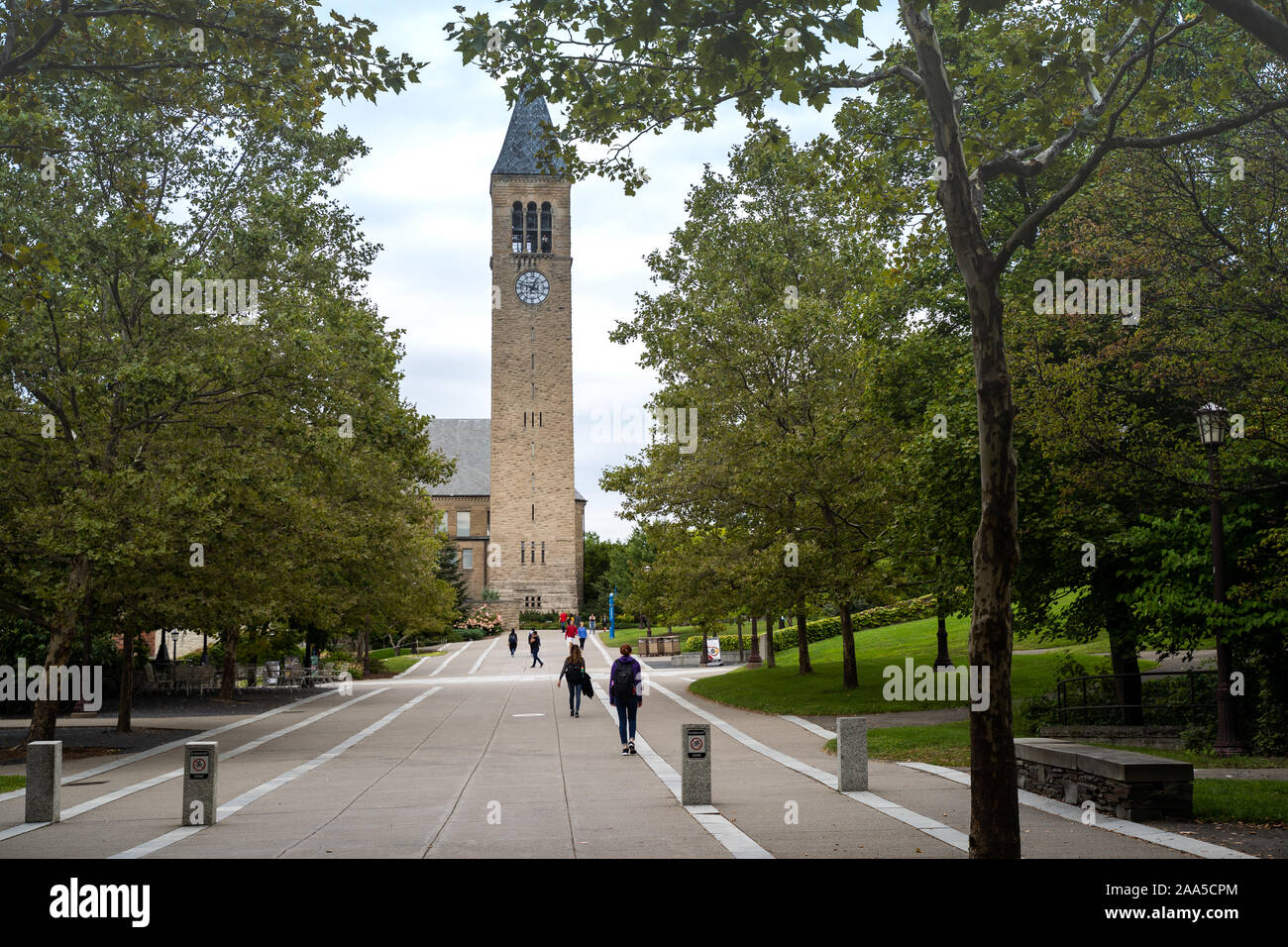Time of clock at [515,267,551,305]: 12:47
